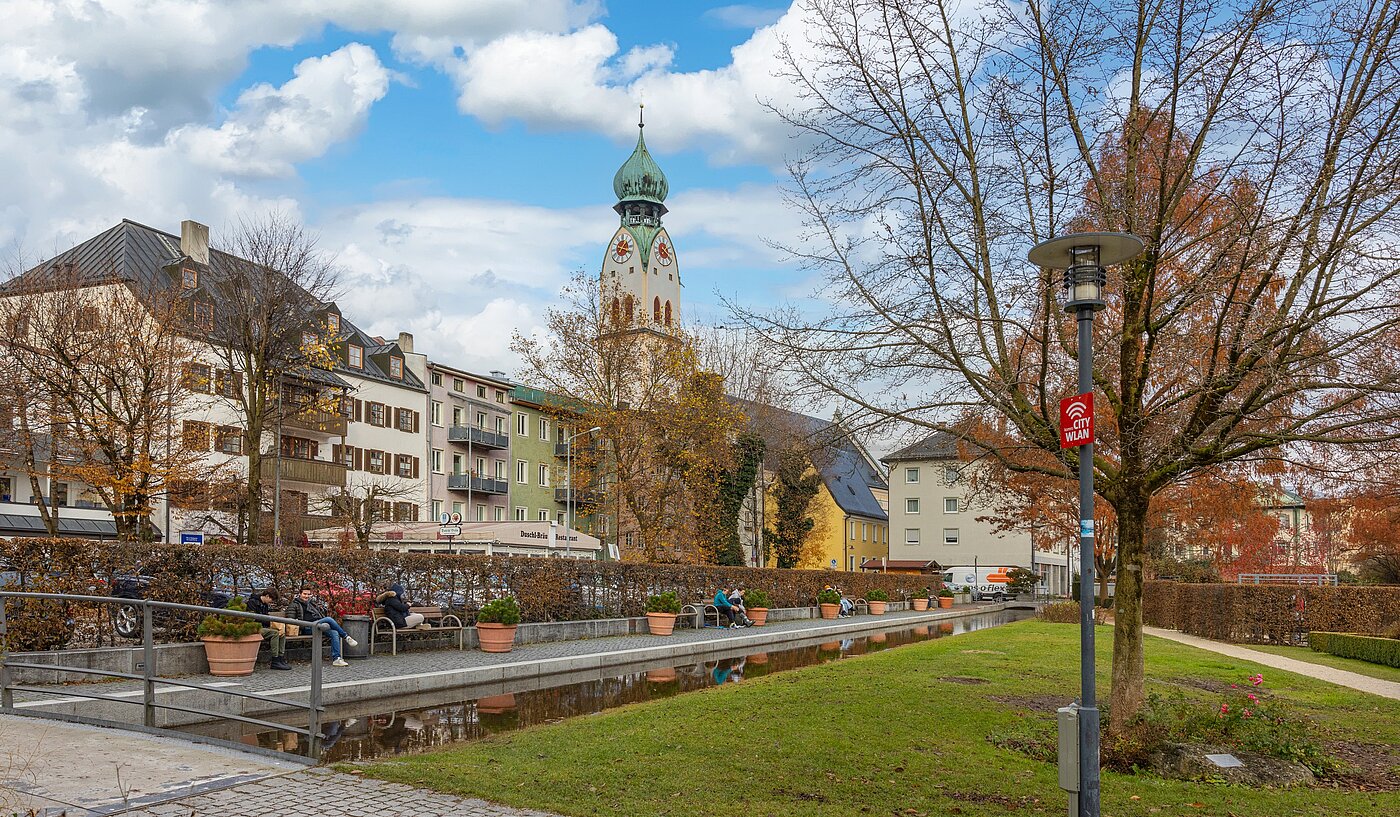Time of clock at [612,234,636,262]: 1:18
